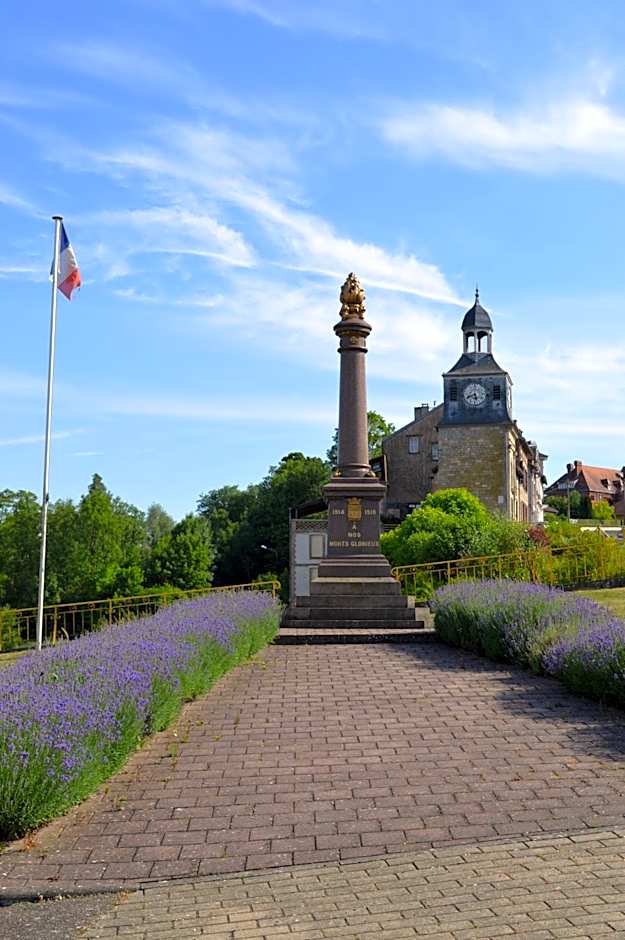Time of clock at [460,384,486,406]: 5:40
